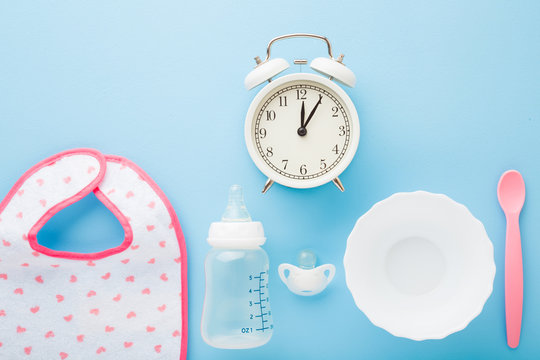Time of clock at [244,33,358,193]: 12:05
